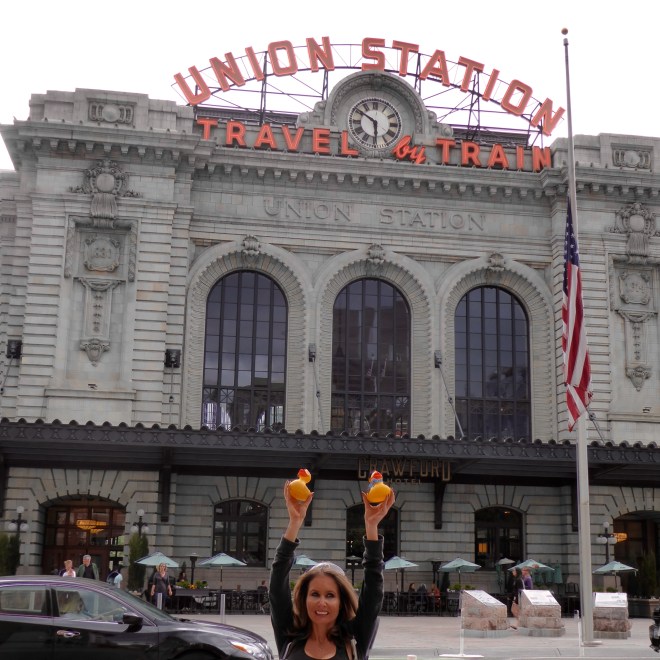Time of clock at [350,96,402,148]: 5:50
